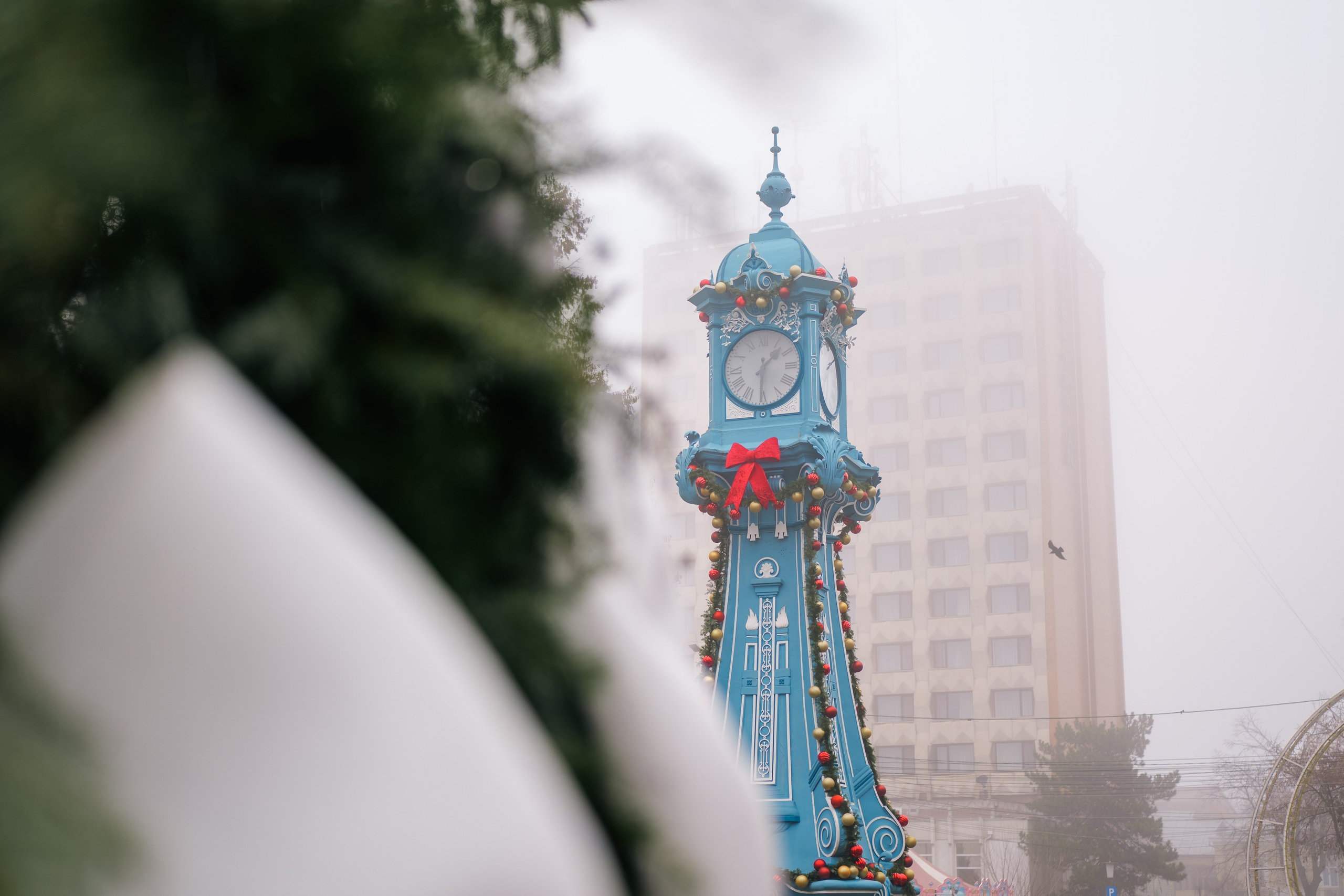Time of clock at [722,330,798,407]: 1:30
